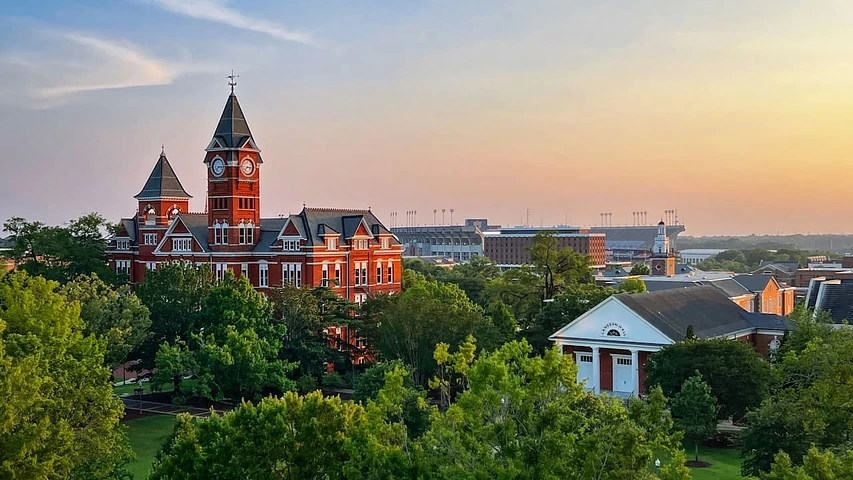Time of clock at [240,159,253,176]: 7:15
